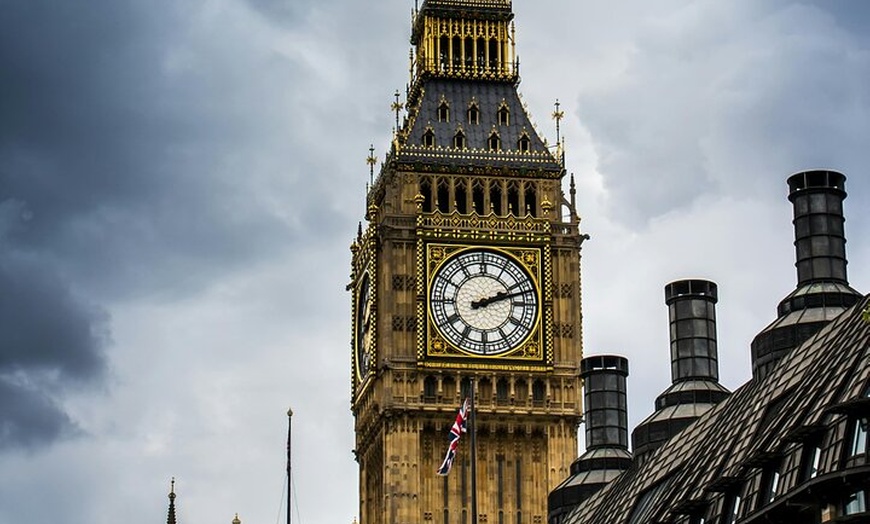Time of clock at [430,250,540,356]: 2:11
